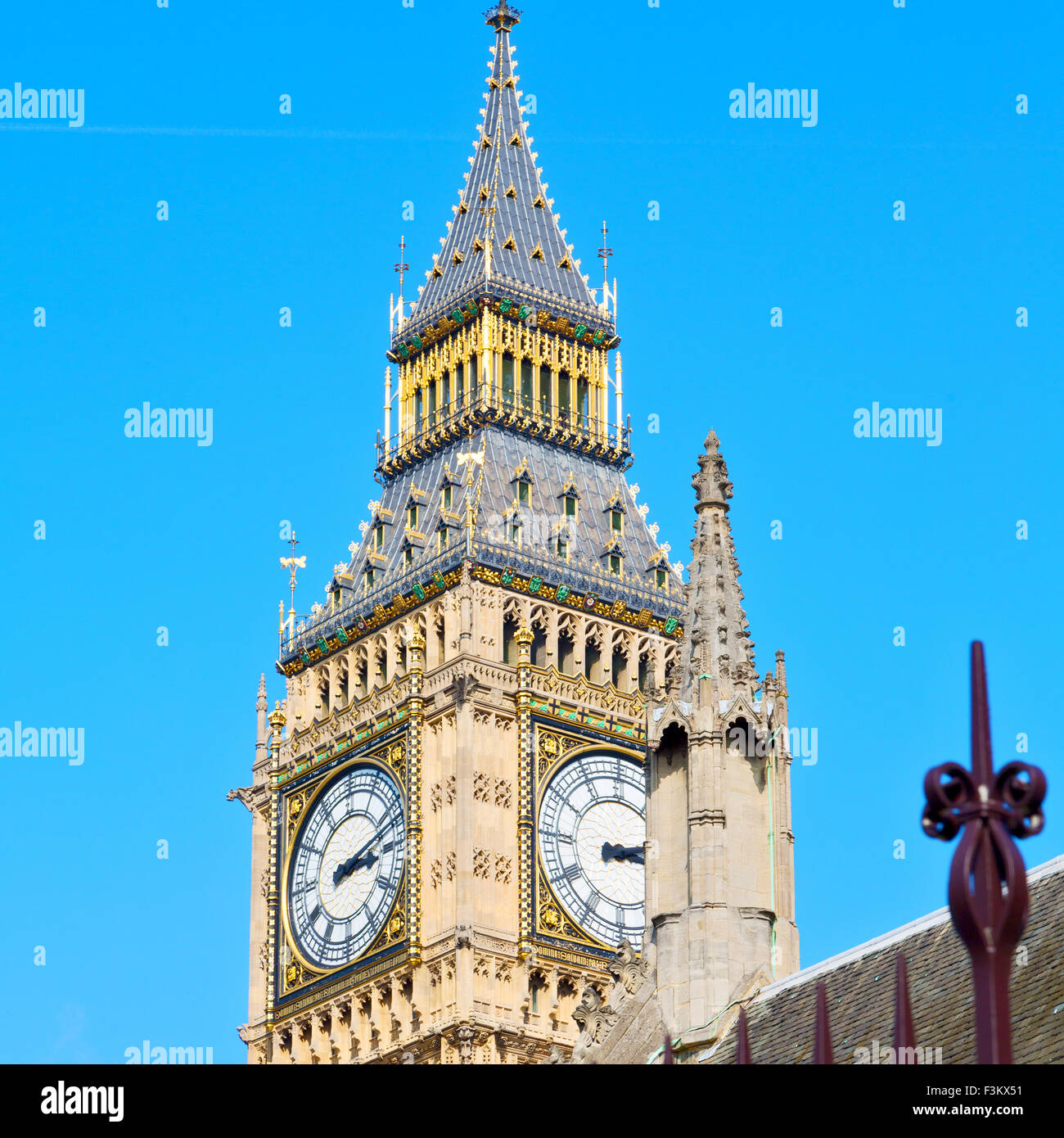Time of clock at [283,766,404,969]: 3:12
